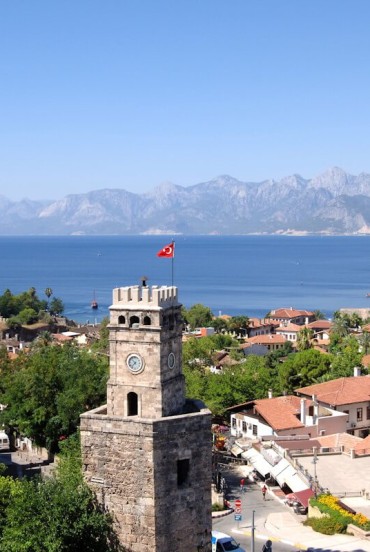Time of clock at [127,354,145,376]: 7:37
